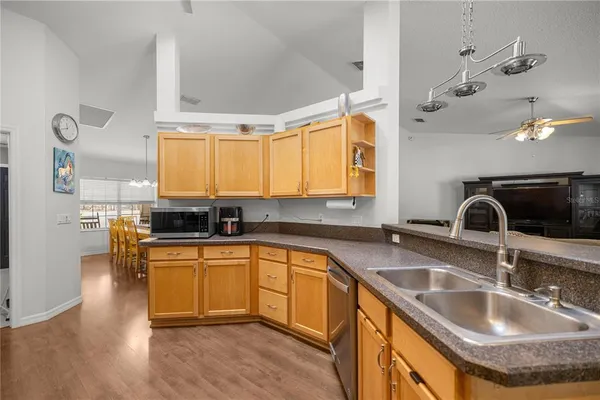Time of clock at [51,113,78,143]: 11:42
